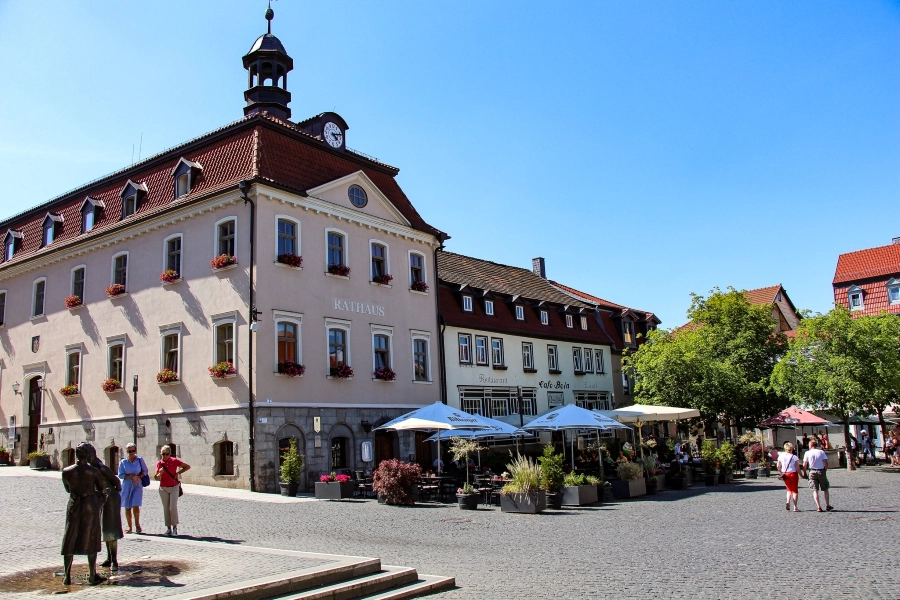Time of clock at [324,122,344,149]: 4:12
